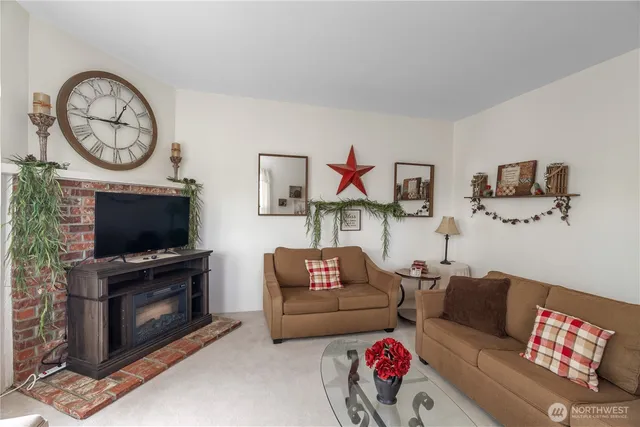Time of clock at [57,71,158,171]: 12:44
